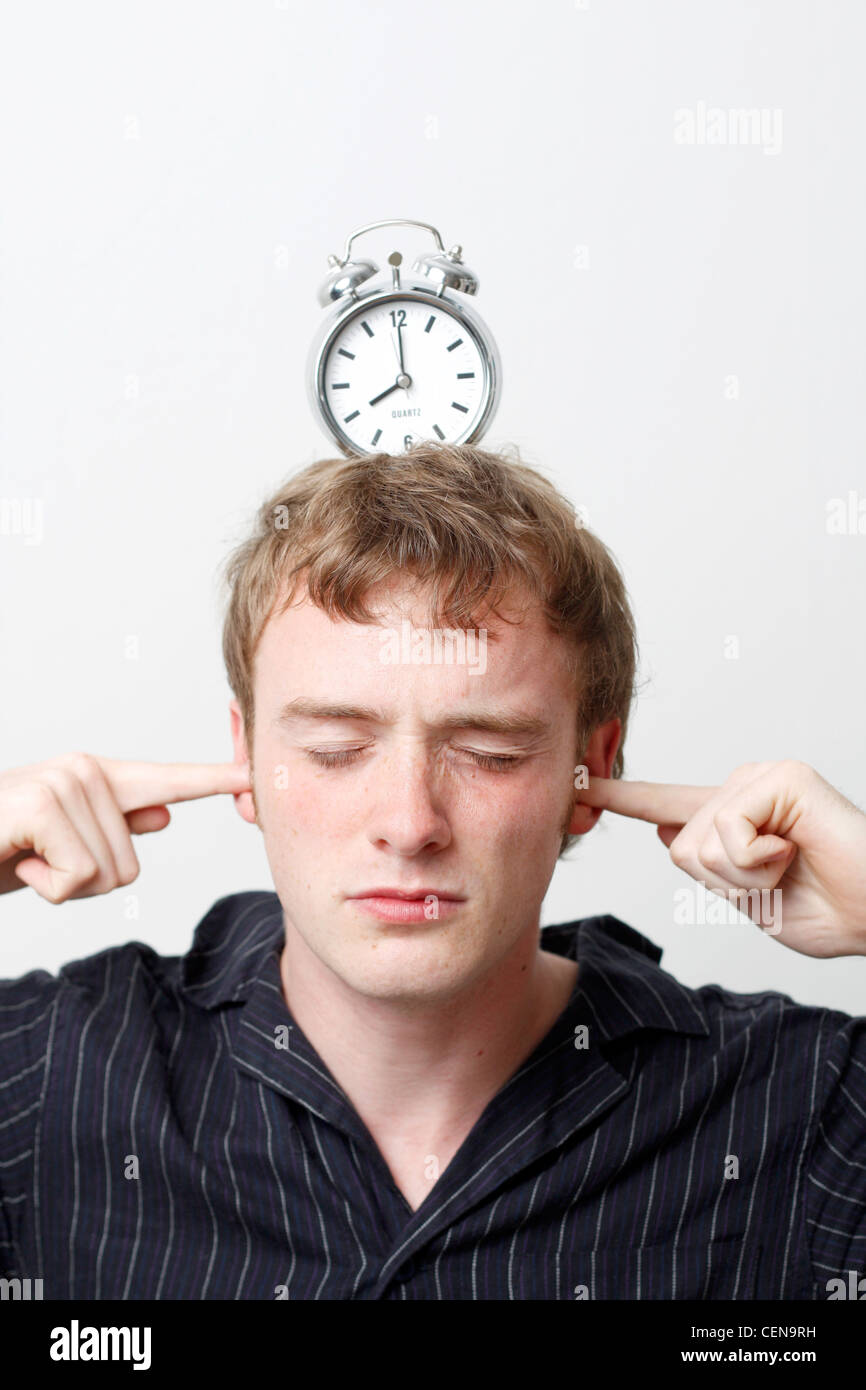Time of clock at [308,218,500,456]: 8:00
